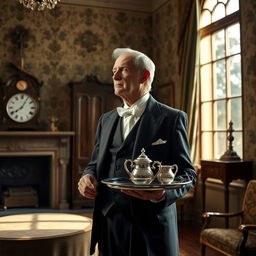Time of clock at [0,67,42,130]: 8:06
